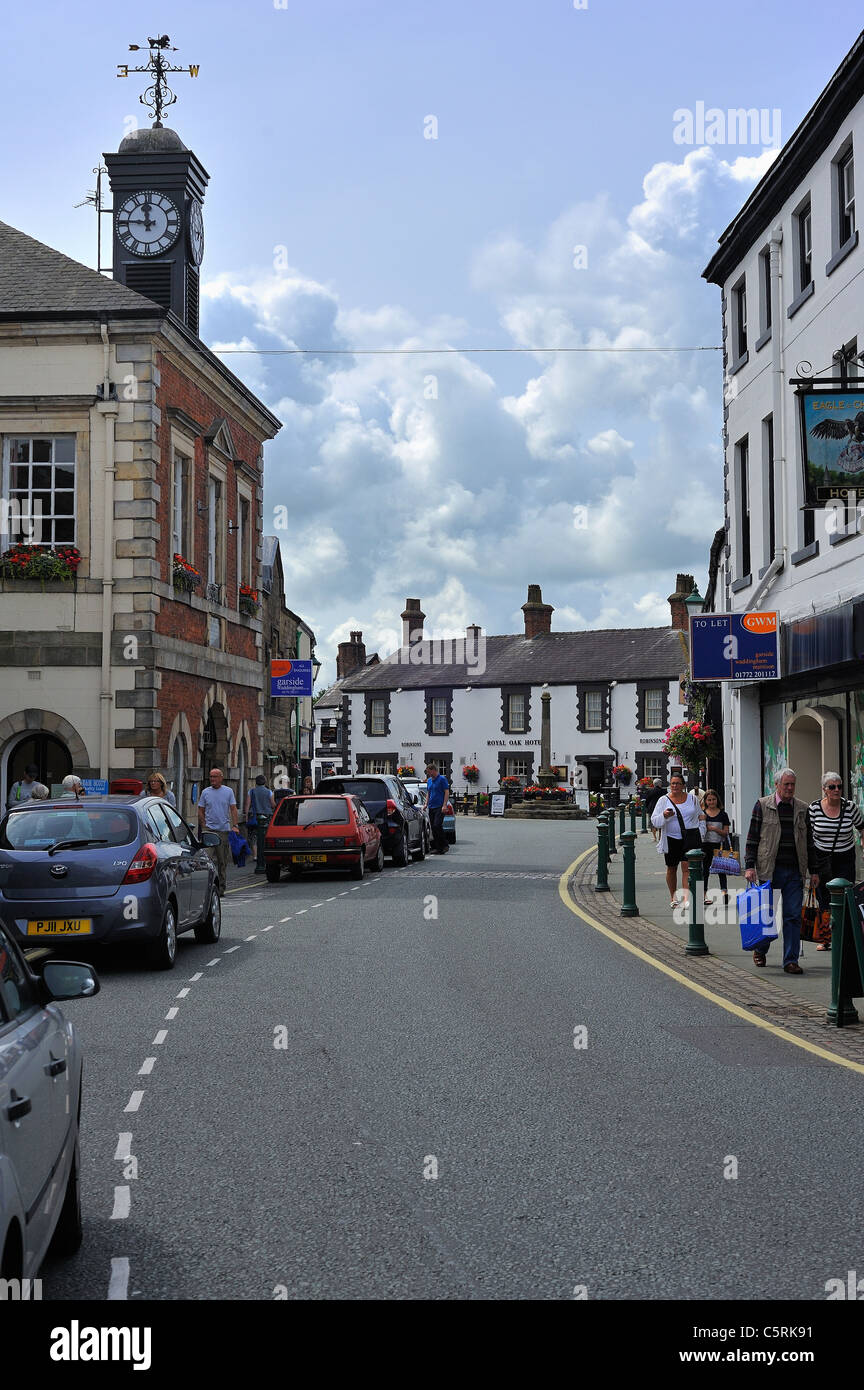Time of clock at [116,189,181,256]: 11:45
